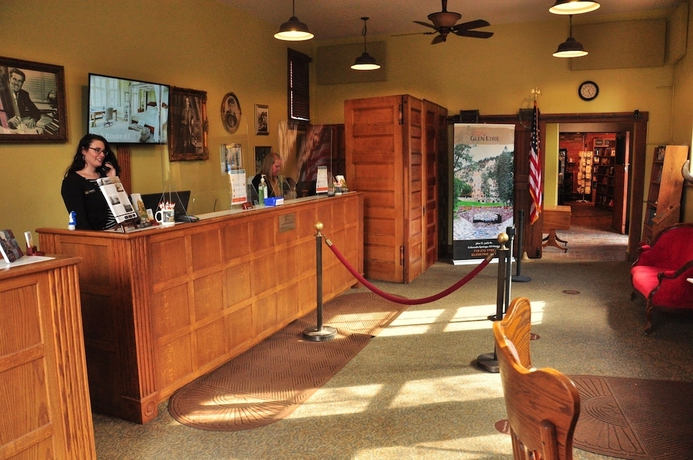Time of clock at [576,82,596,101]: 5:05
